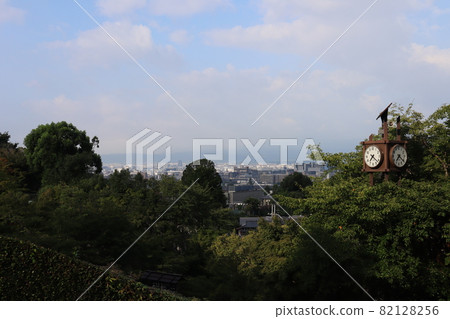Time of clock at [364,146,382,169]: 7:21
